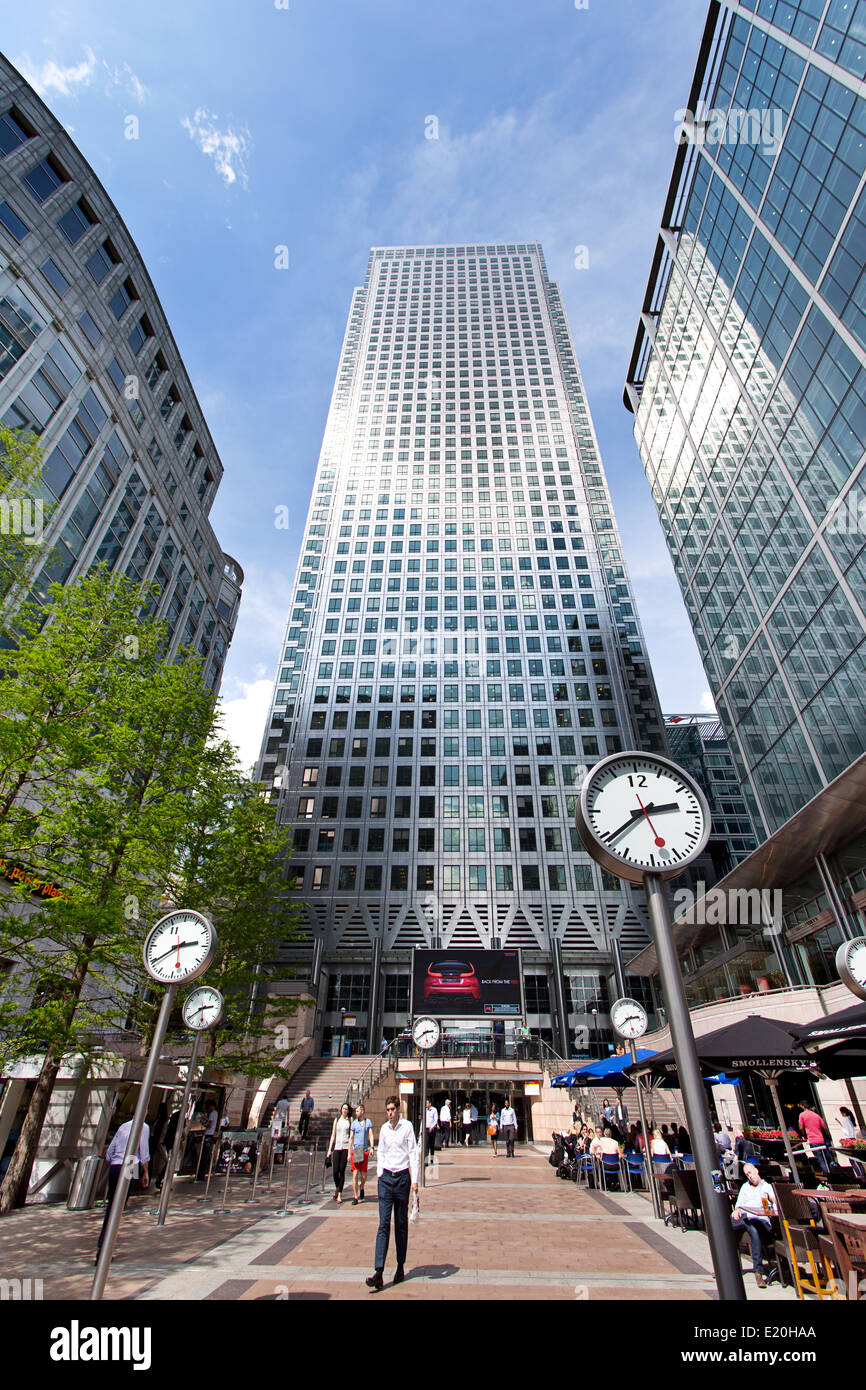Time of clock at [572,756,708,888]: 2:38
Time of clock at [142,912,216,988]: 2:39
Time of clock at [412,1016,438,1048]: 2:39
